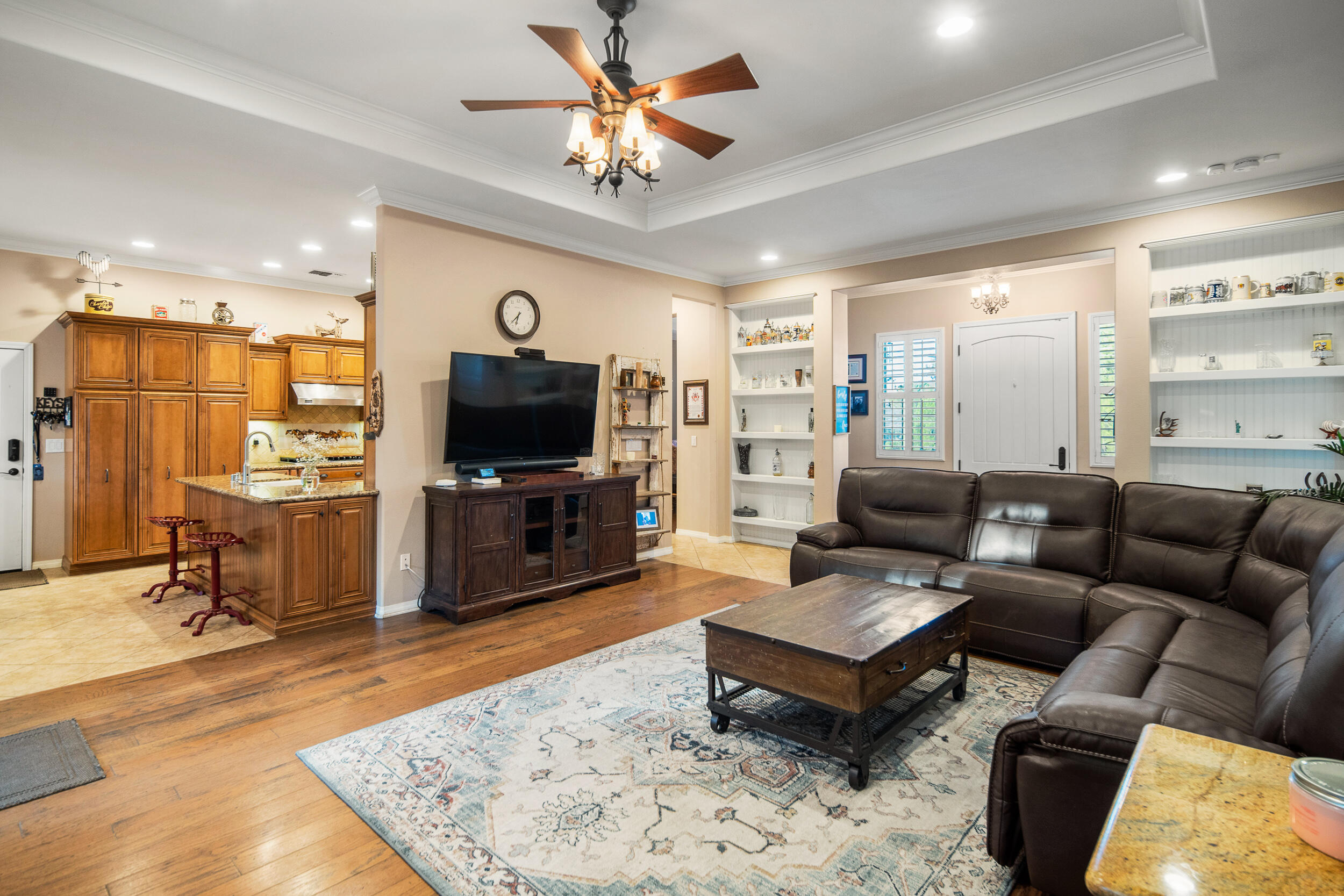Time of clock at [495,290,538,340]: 6:37
